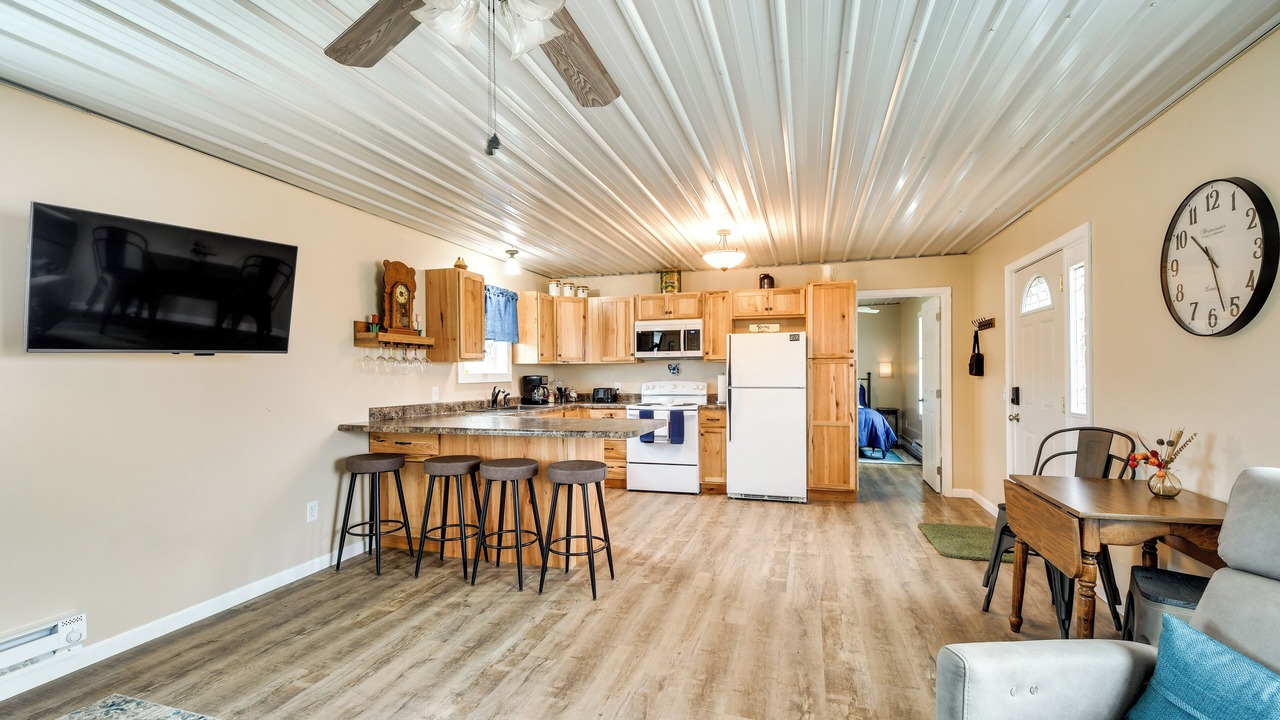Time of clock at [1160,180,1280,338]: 10:26
